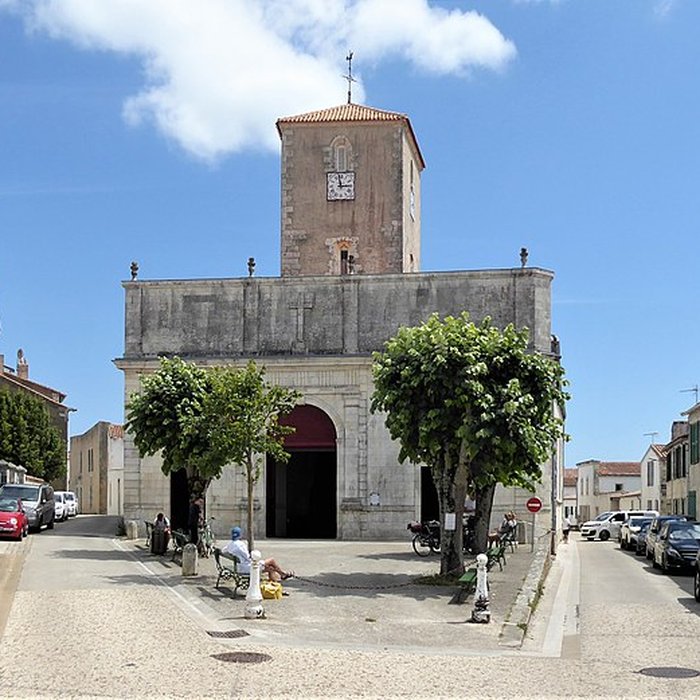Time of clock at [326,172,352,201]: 2:58
